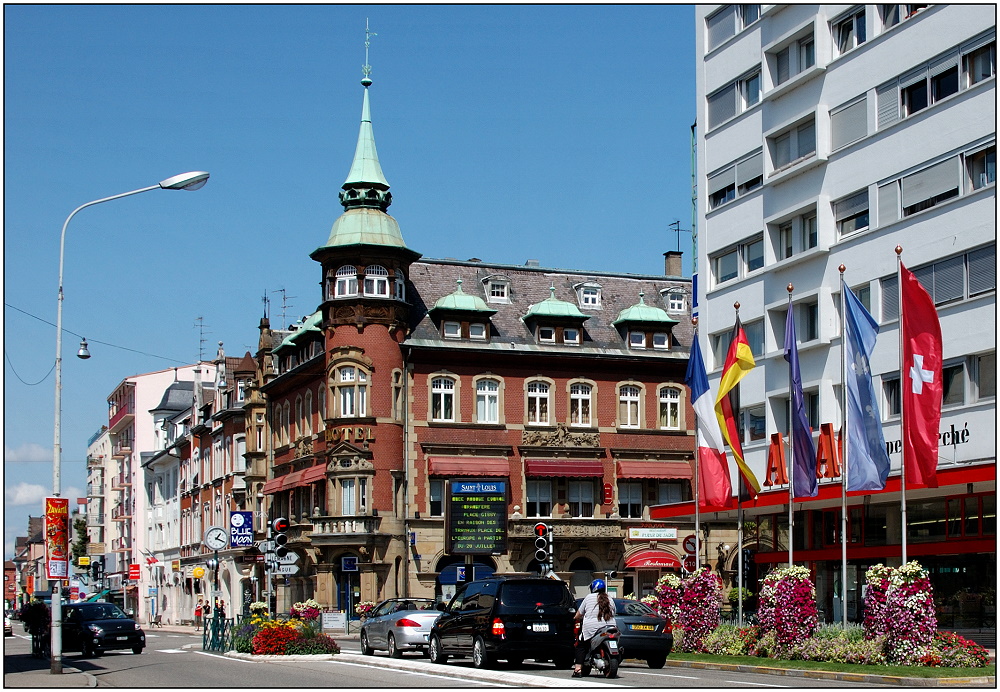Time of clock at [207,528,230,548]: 1:18
